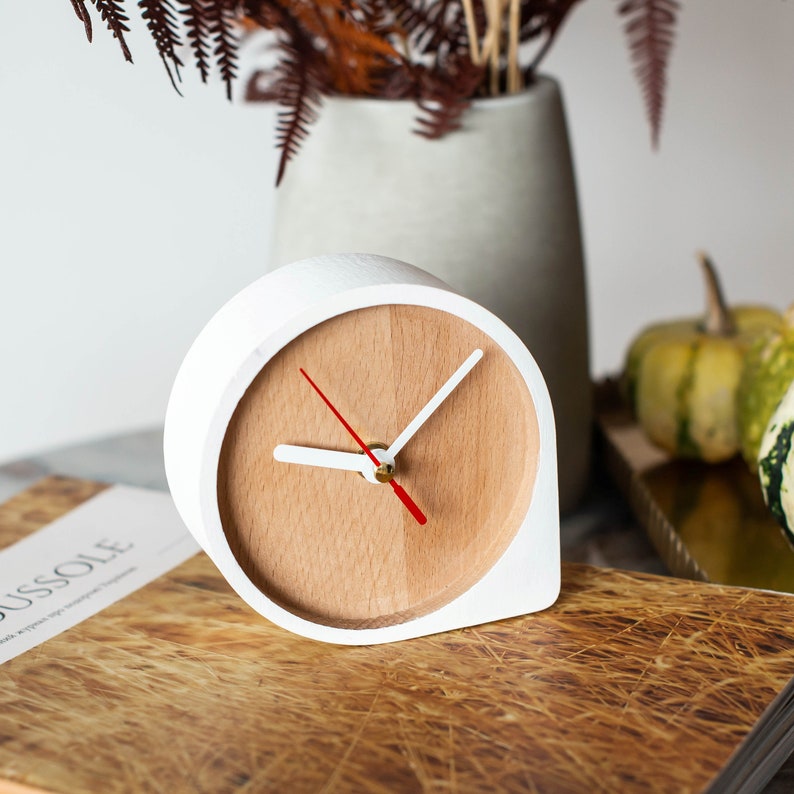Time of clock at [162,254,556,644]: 9:07
